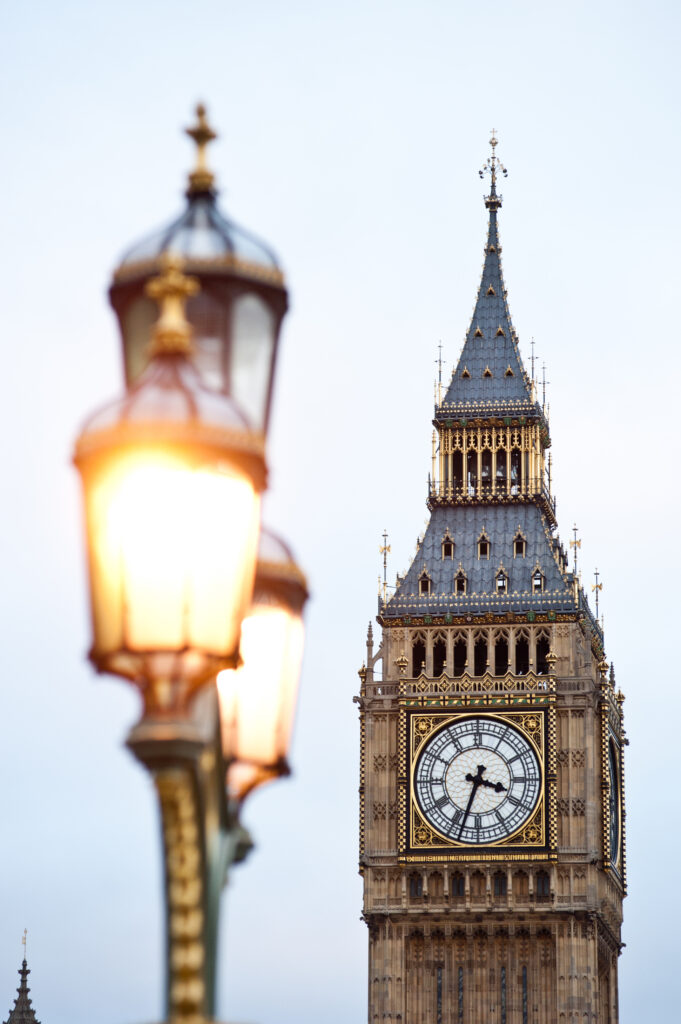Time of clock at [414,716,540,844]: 3:33
